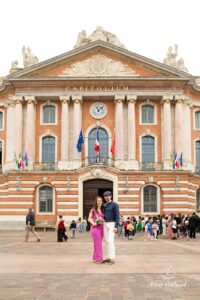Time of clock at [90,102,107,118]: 11:07
